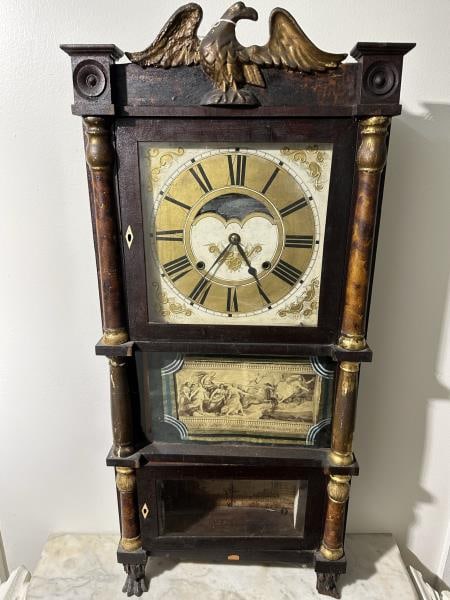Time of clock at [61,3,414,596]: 7:24
